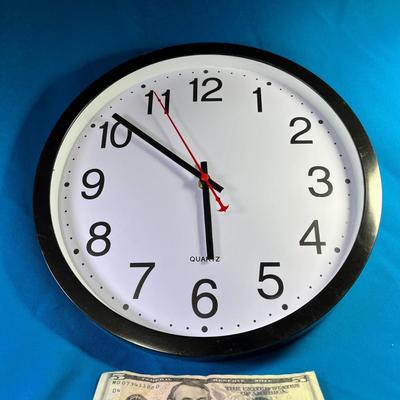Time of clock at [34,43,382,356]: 5:51
